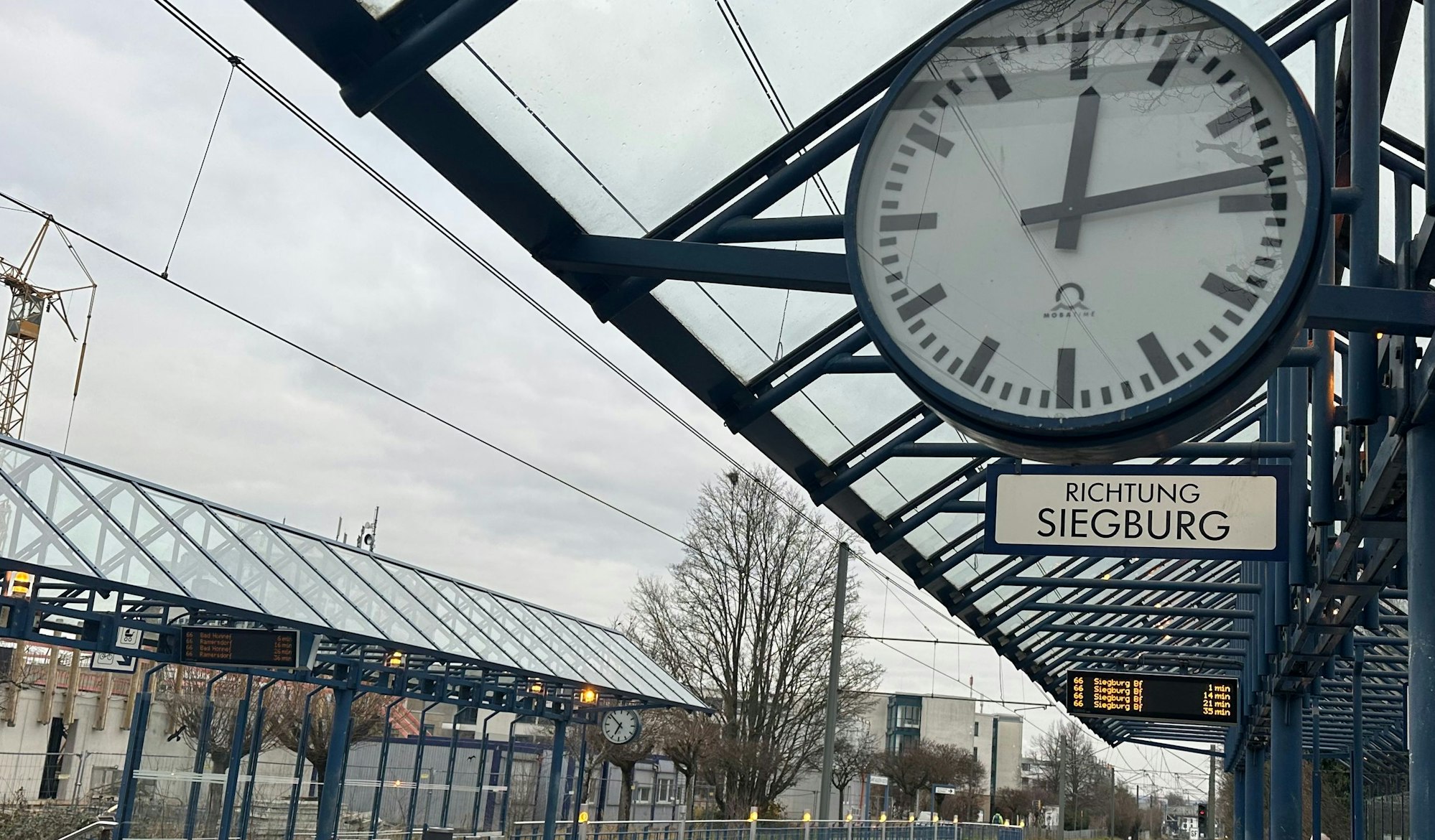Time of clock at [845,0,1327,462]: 12:13
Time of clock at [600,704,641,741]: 6:52
